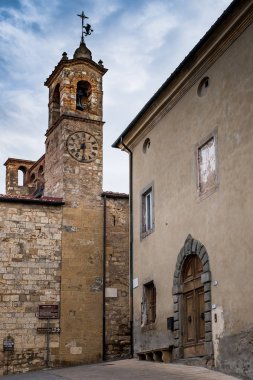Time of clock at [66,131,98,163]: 7:30
